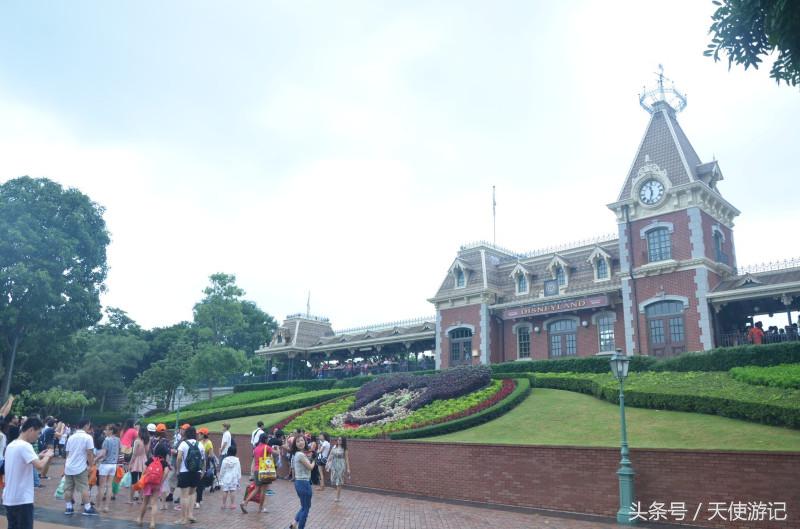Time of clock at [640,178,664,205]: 11:32
